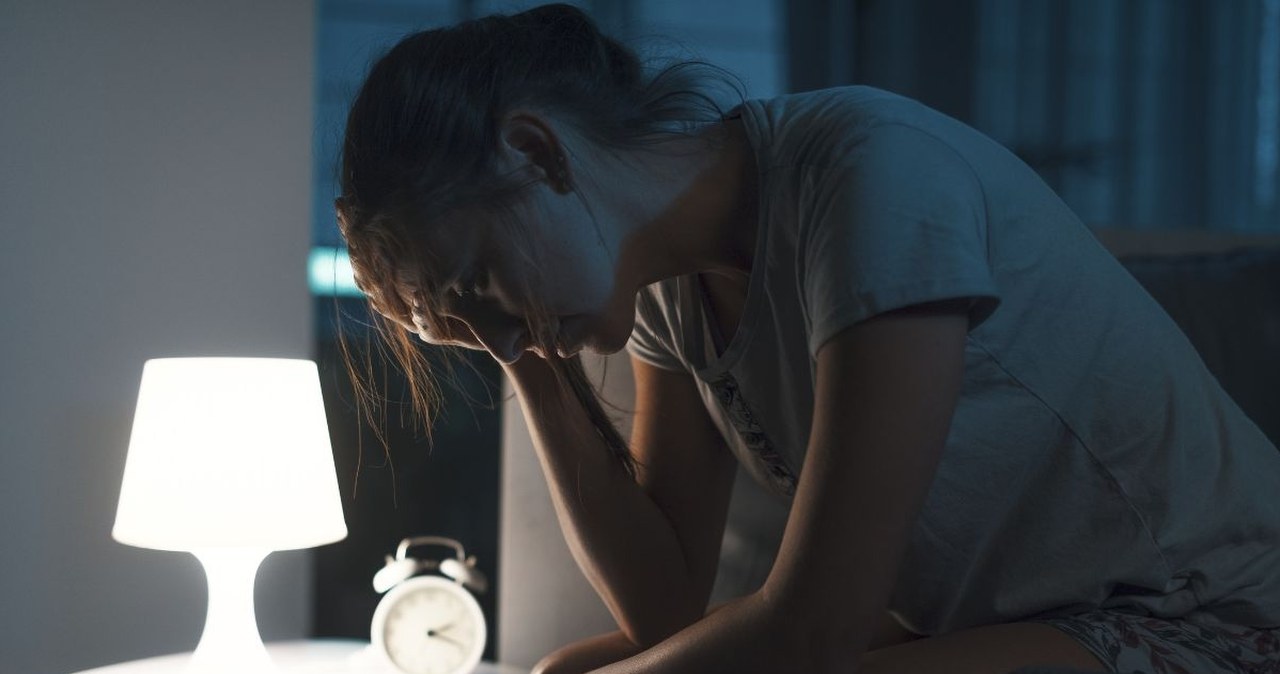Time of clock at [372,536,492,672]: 2:18
